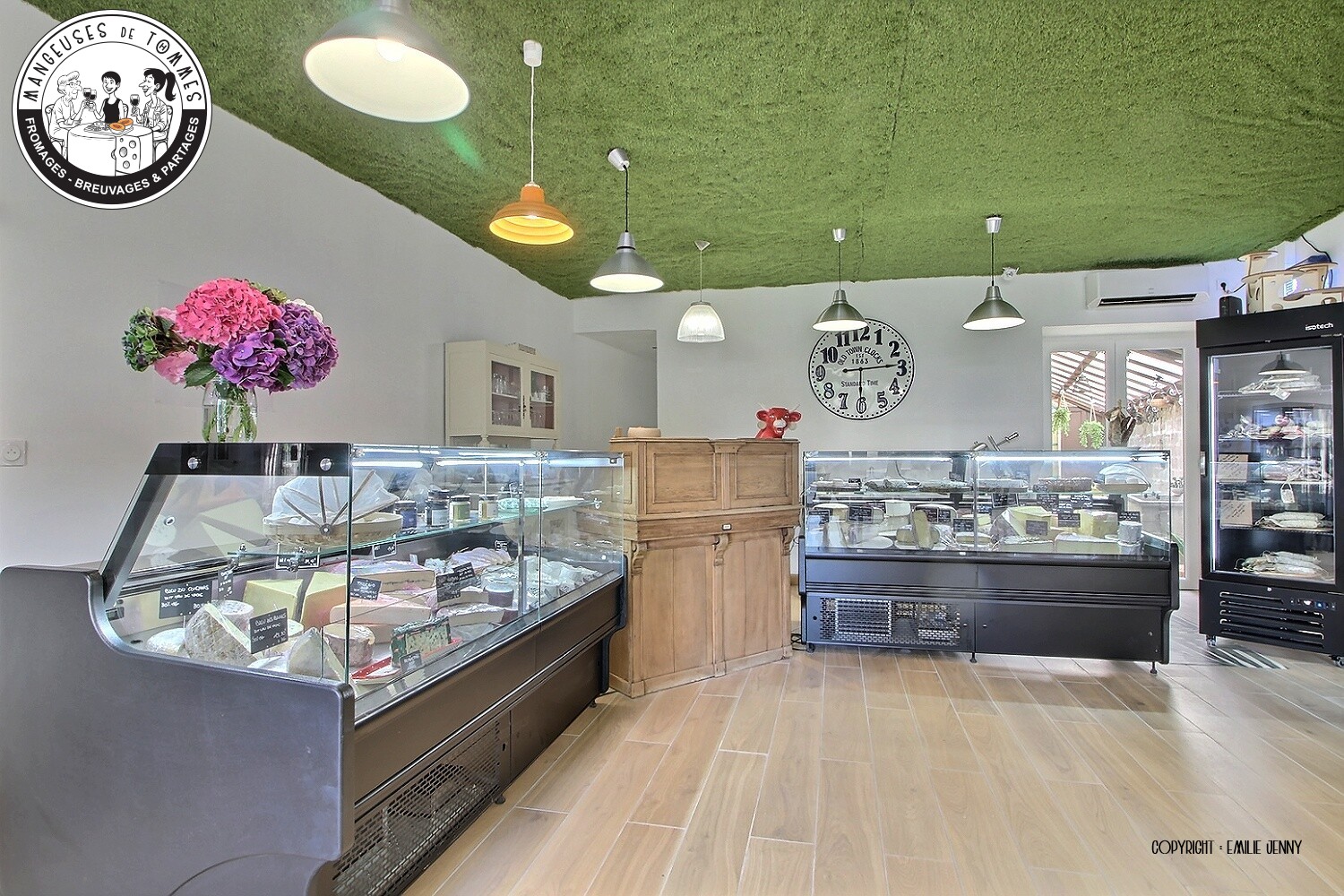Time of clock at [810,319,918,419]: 6:14
